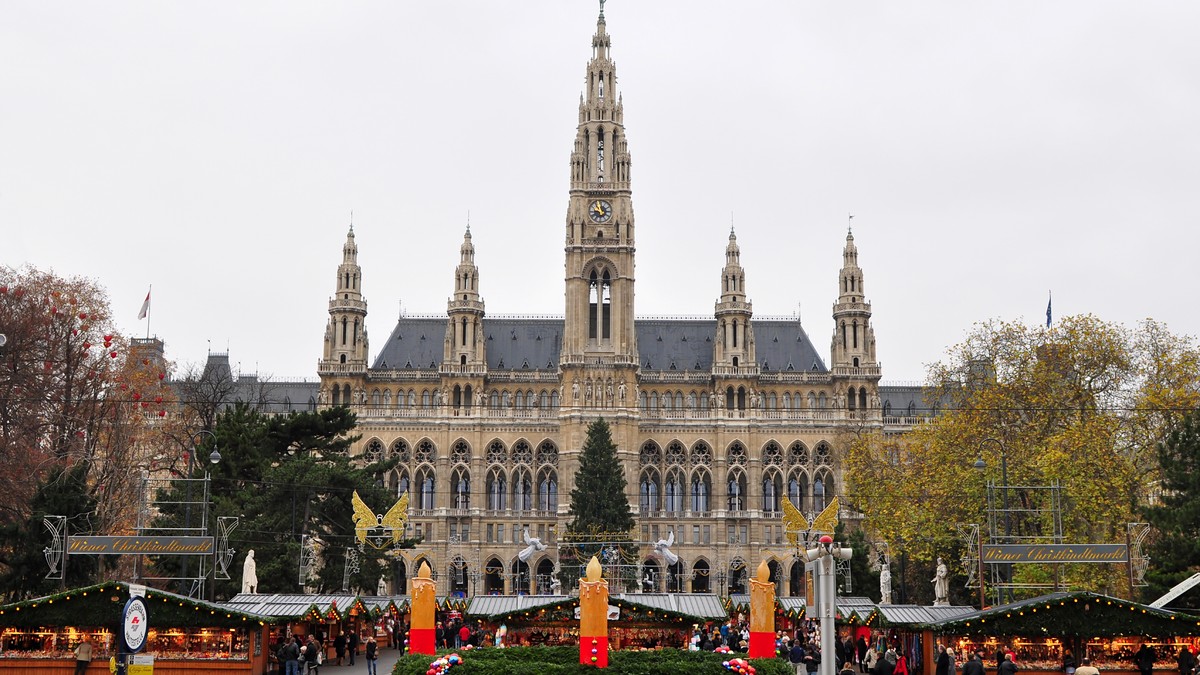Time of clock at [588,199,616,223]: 11:46
